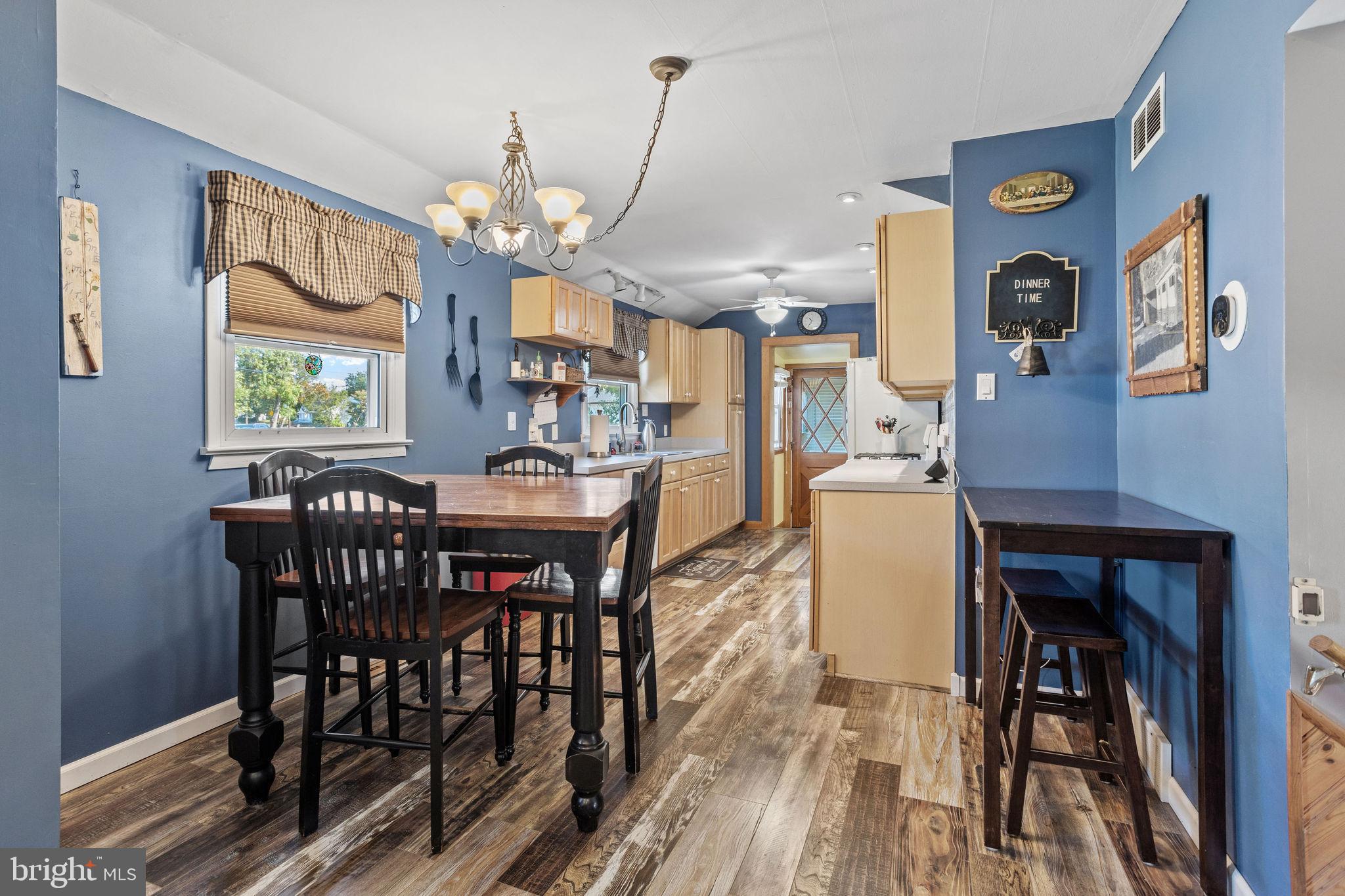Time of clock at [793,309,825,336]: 10:36
